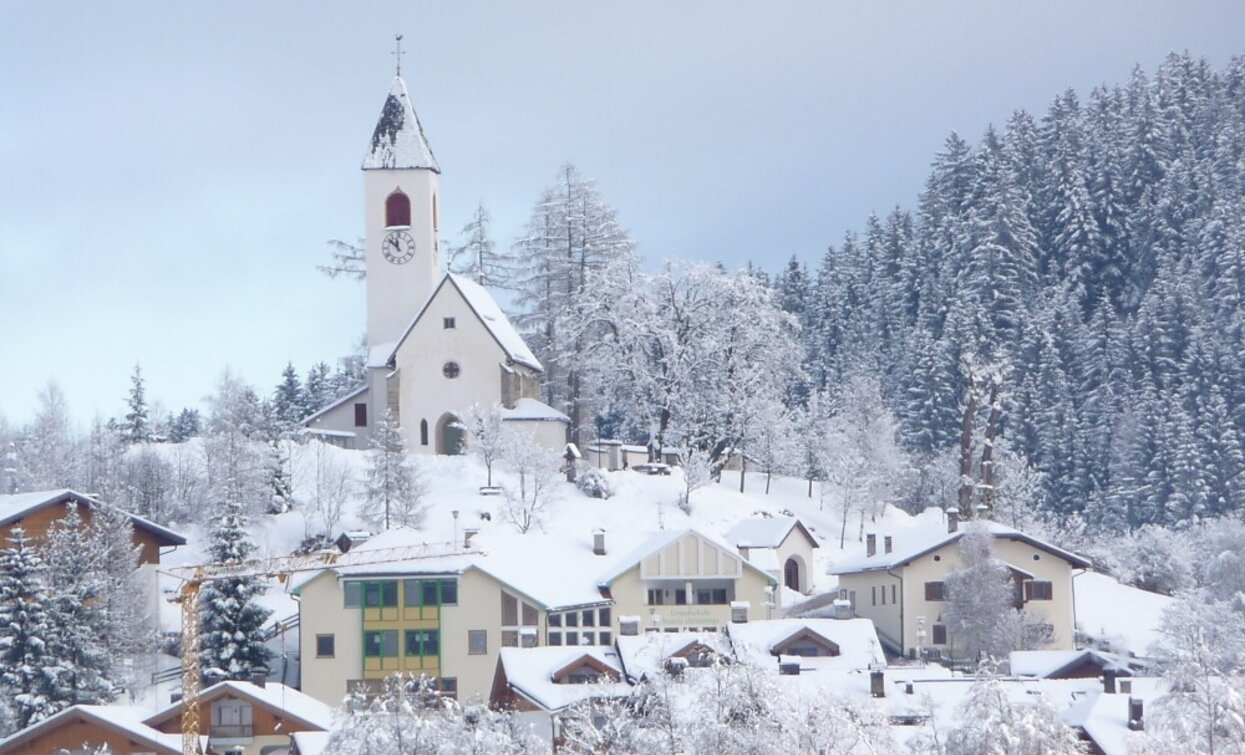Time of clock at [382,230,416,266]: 11:52
